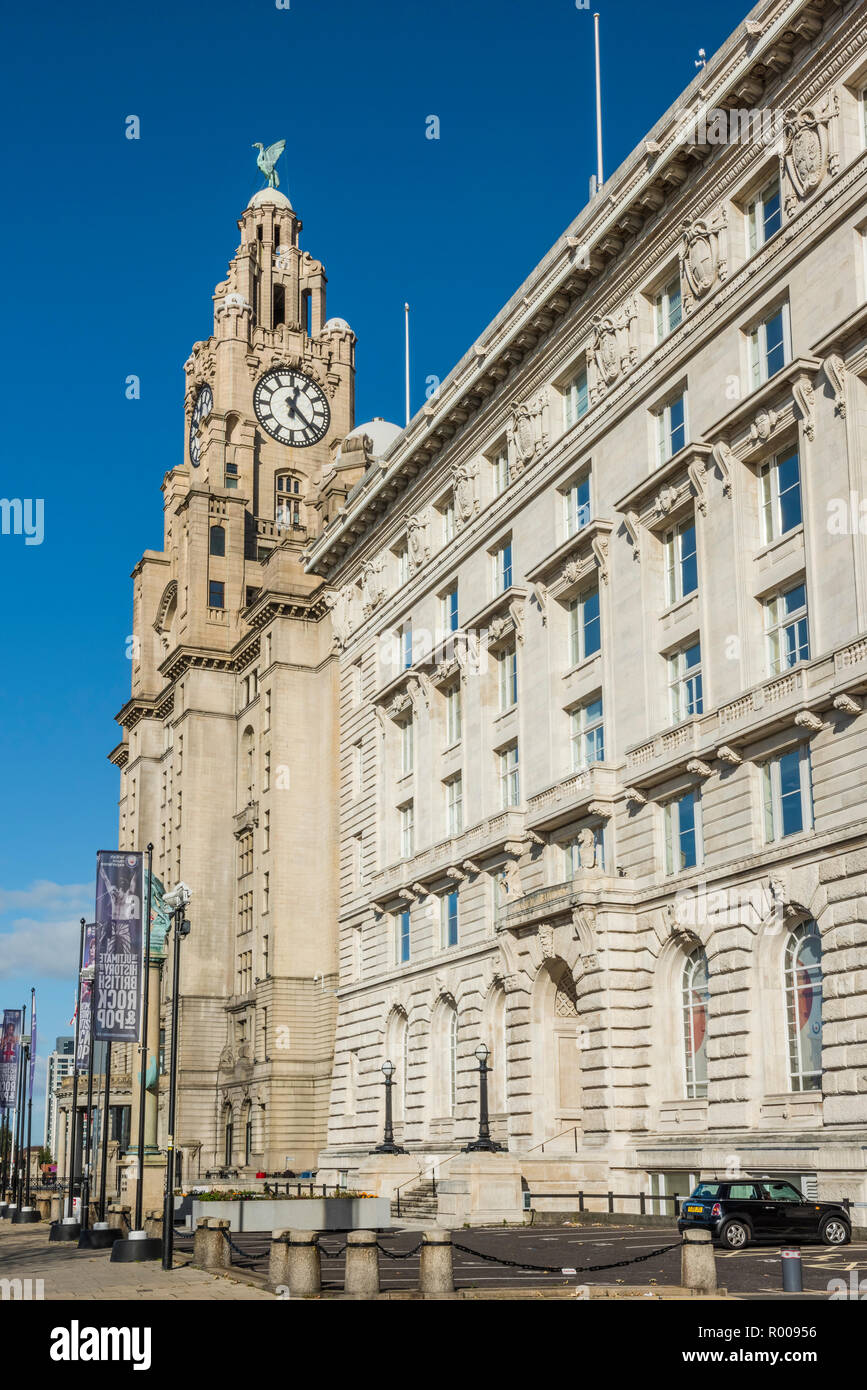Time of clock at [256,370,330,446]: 12:22
